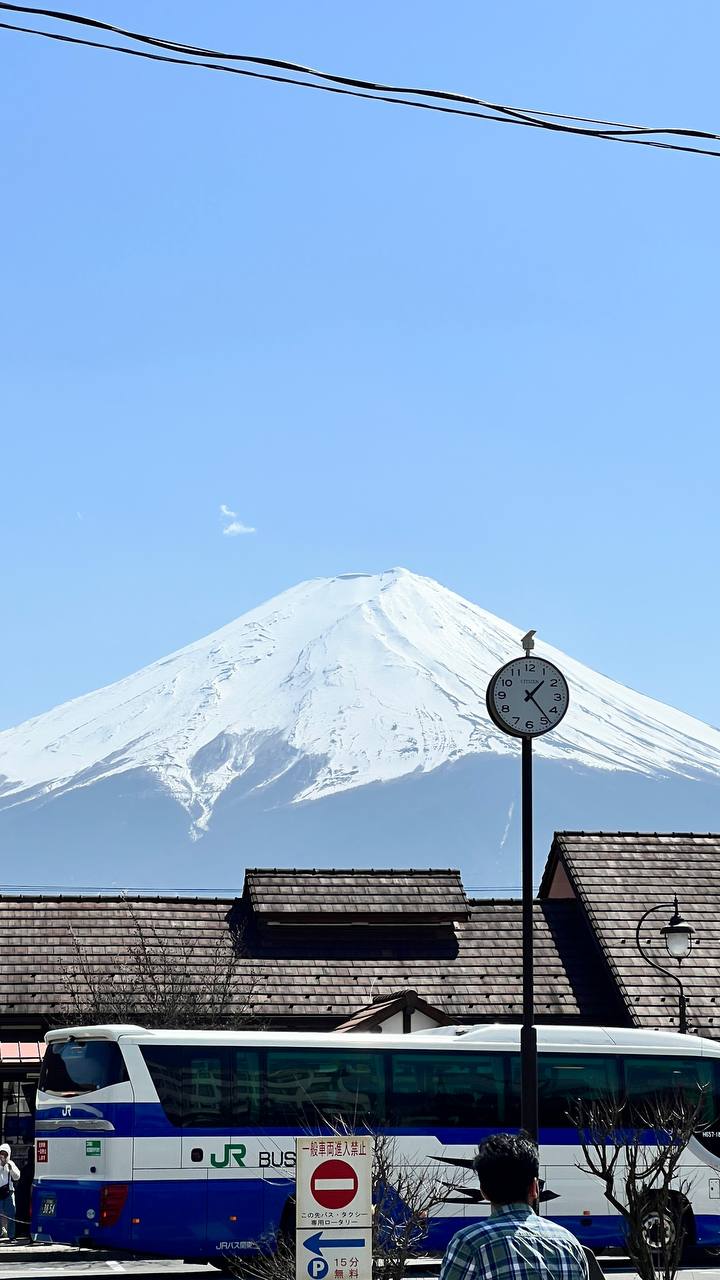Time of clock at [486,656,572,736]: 1:23
